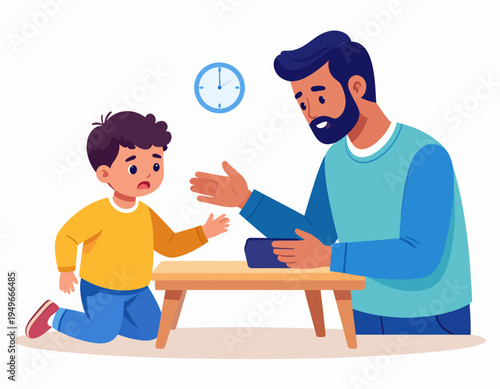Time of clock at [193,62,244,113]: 1:59
